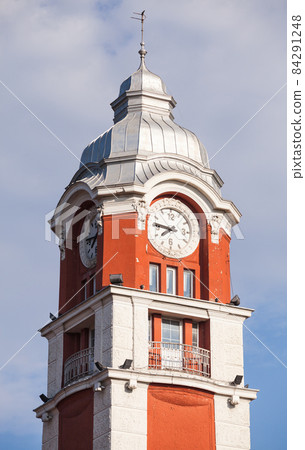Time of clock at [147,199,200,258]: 7:46
